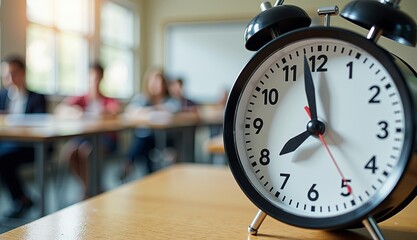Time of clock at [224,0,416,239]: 7:58
